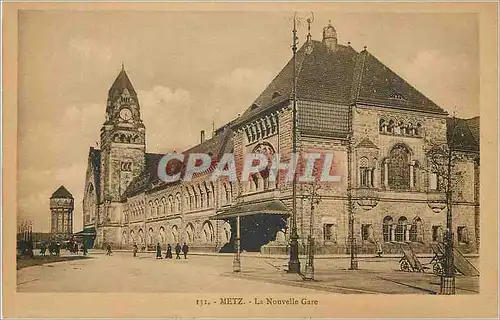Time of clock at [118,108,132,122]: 4:31
